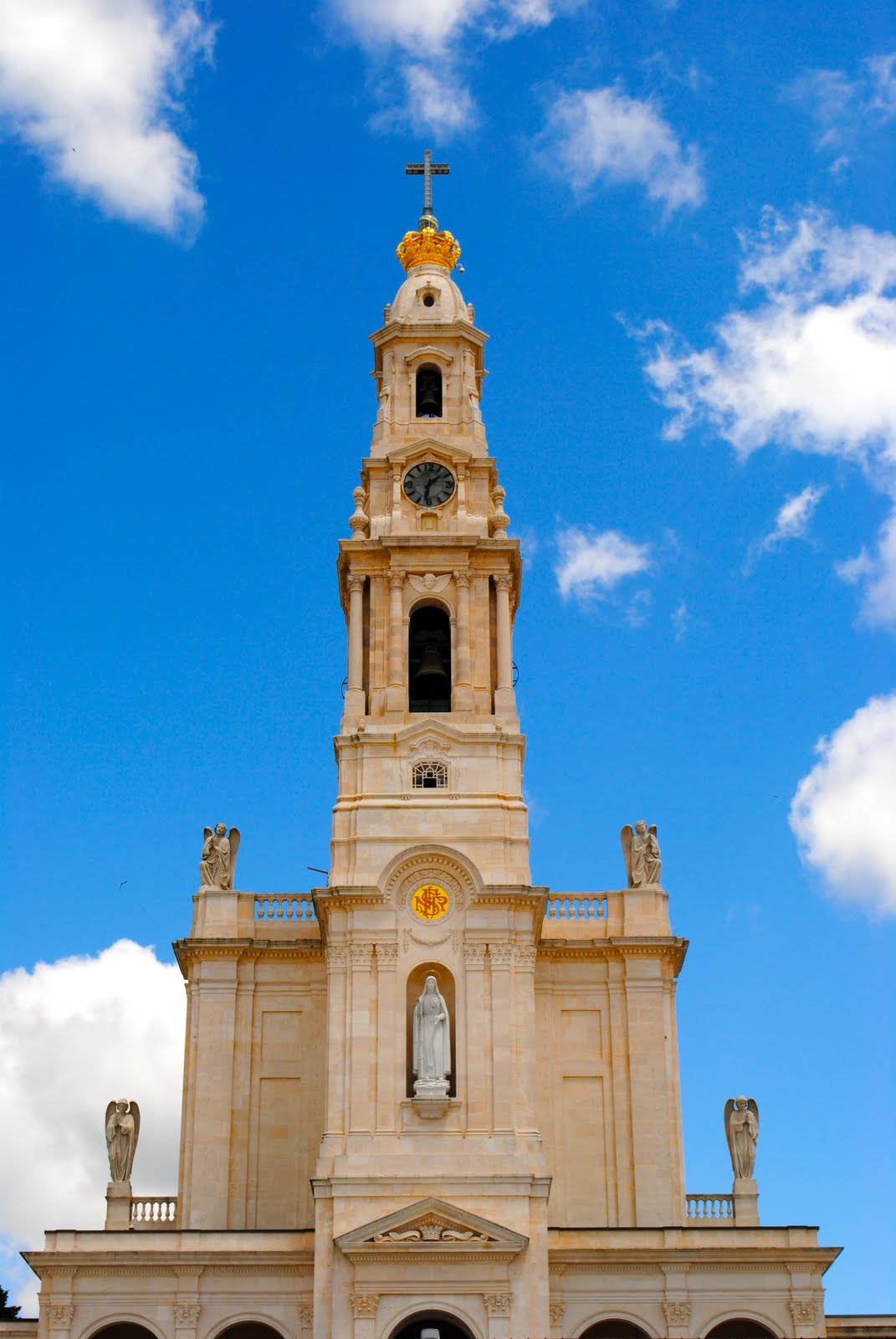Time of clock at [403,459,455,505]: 1:32
